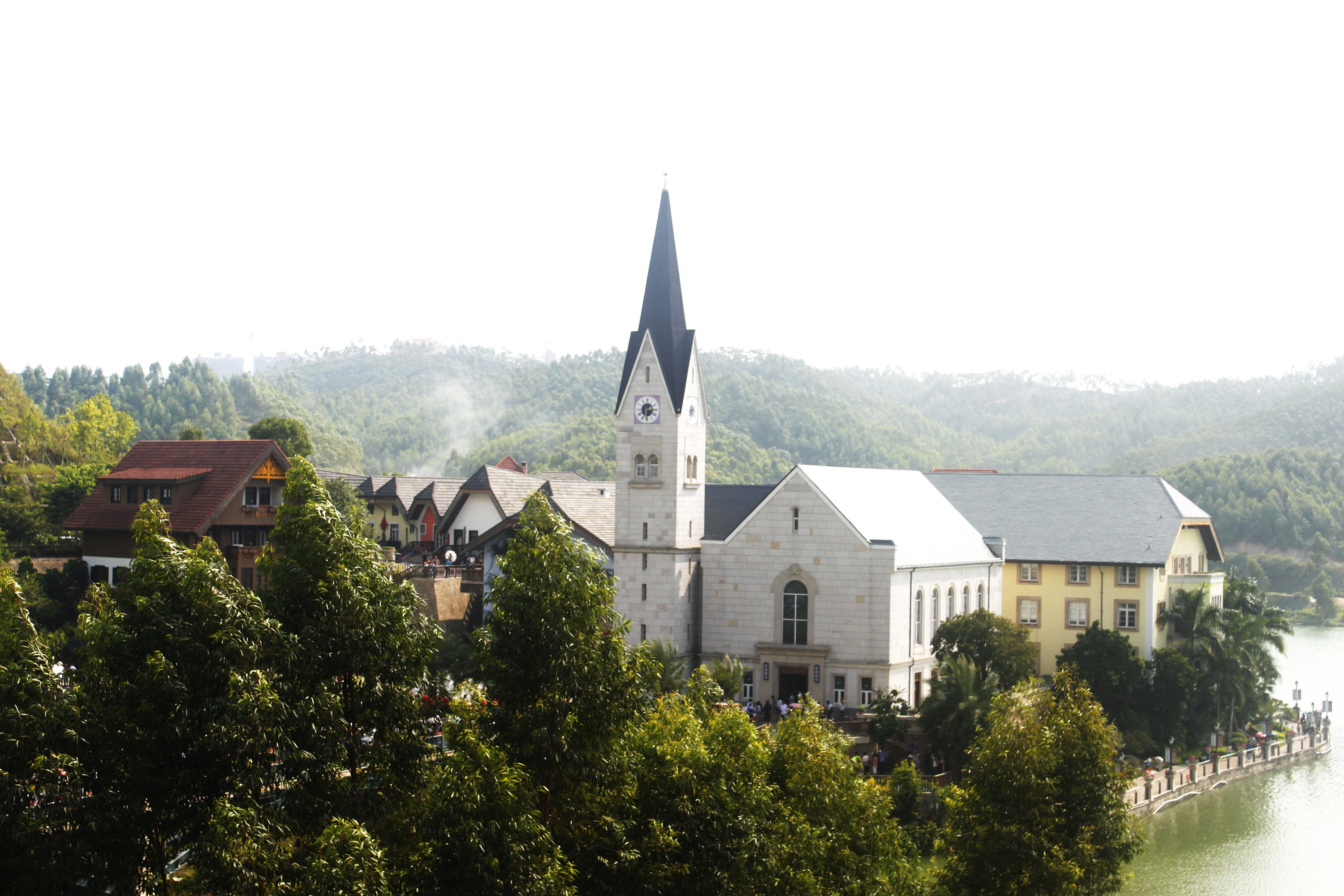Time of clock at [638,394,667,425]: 2:30
